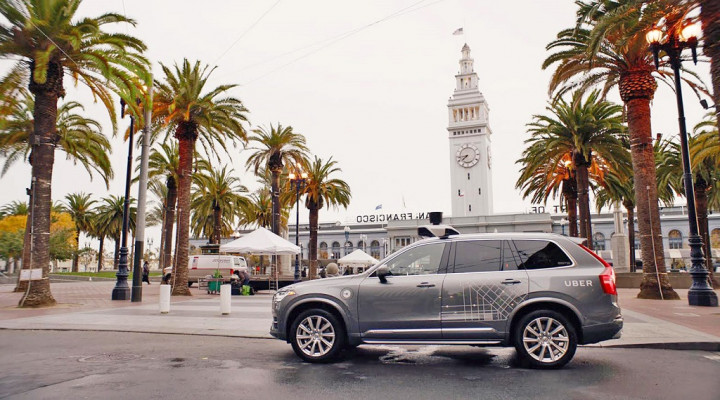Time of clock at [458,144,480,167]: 7:43
